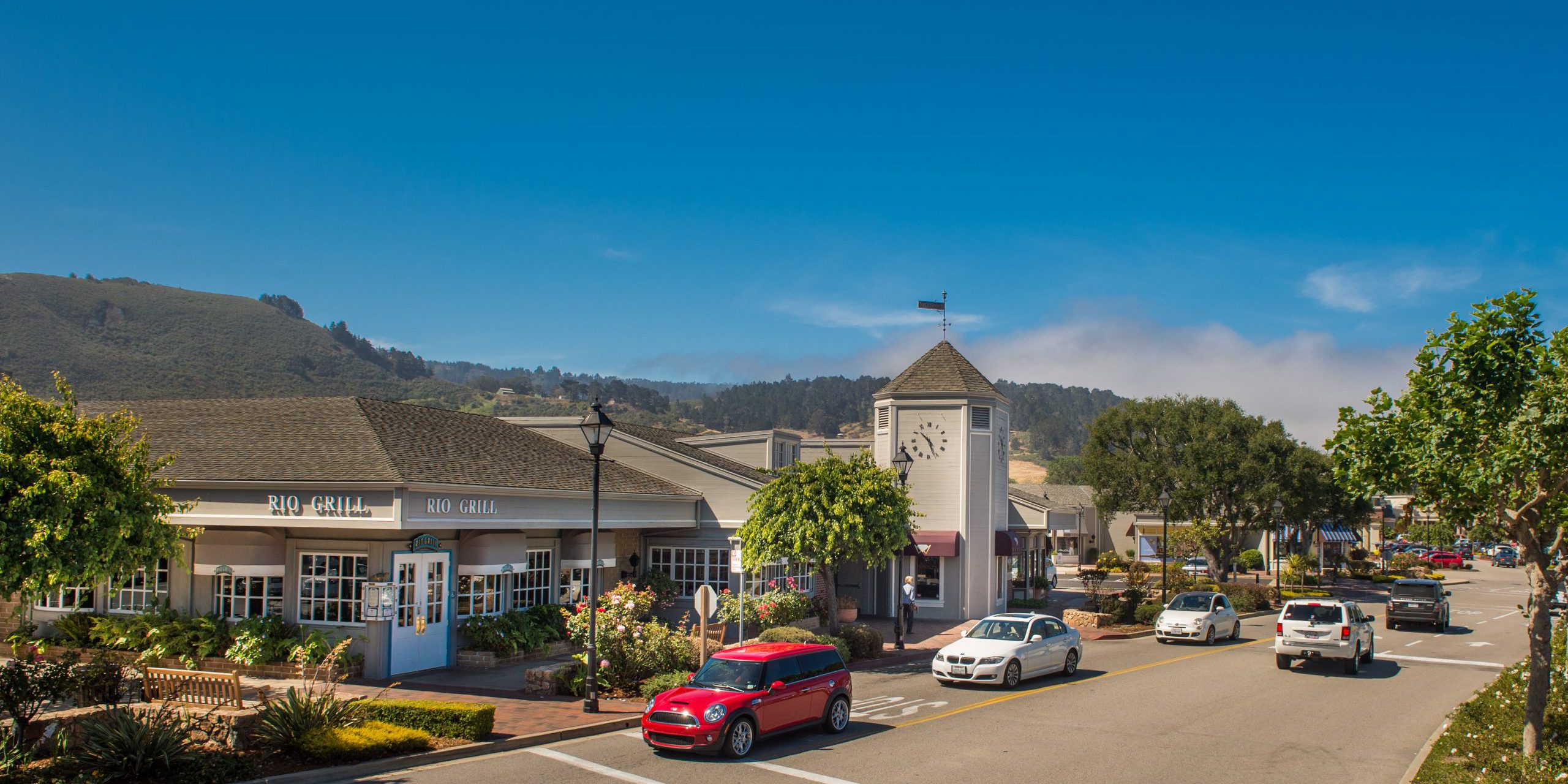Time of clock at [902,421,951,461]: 10:26
